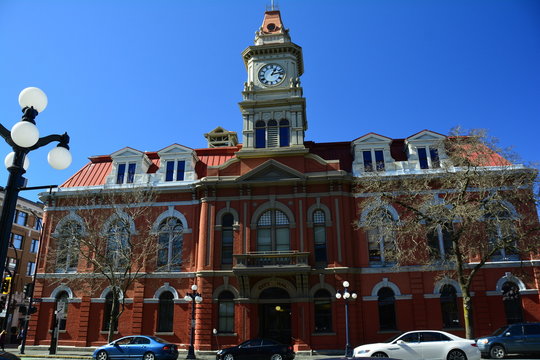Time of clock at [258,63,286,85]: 1:13
